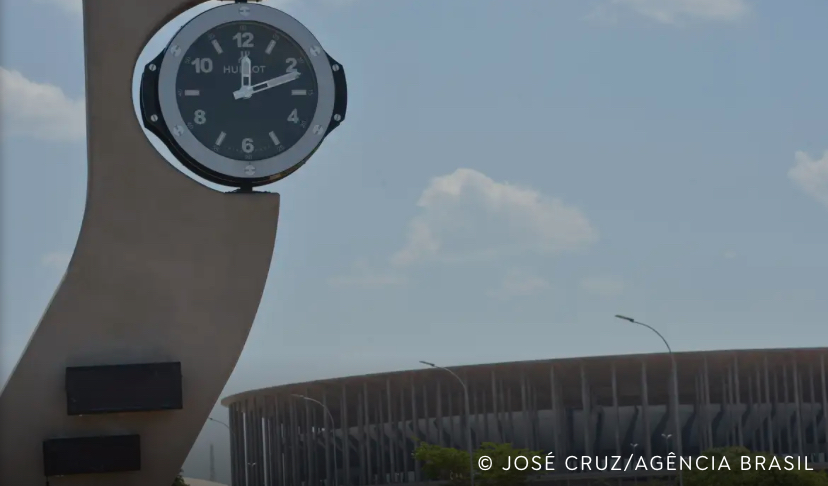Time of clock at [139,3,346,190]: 12:11
